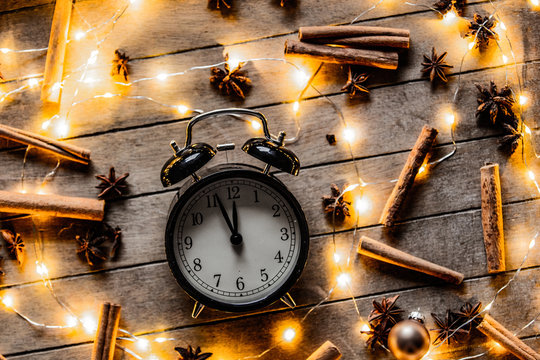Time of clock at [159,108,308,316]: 11:56
